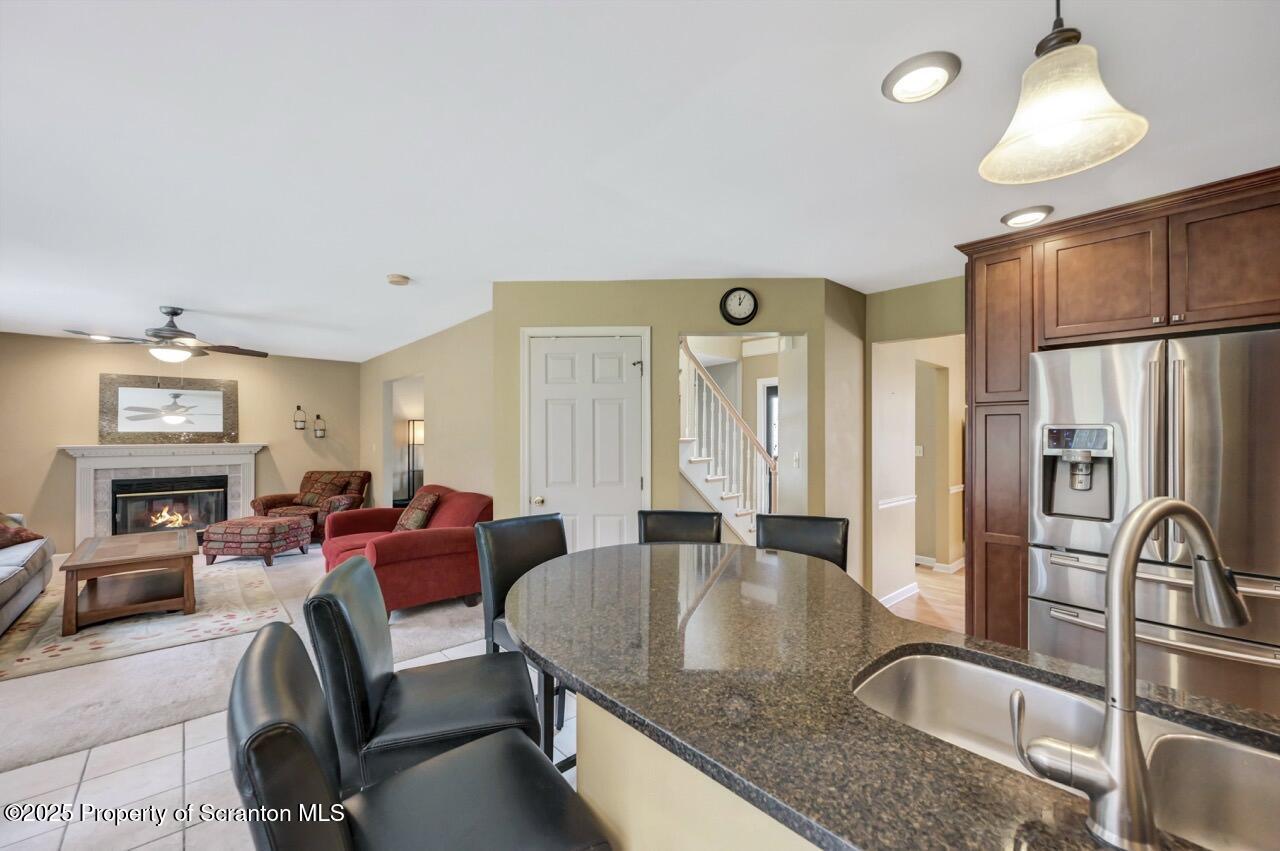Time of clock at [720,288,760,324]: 12:05
